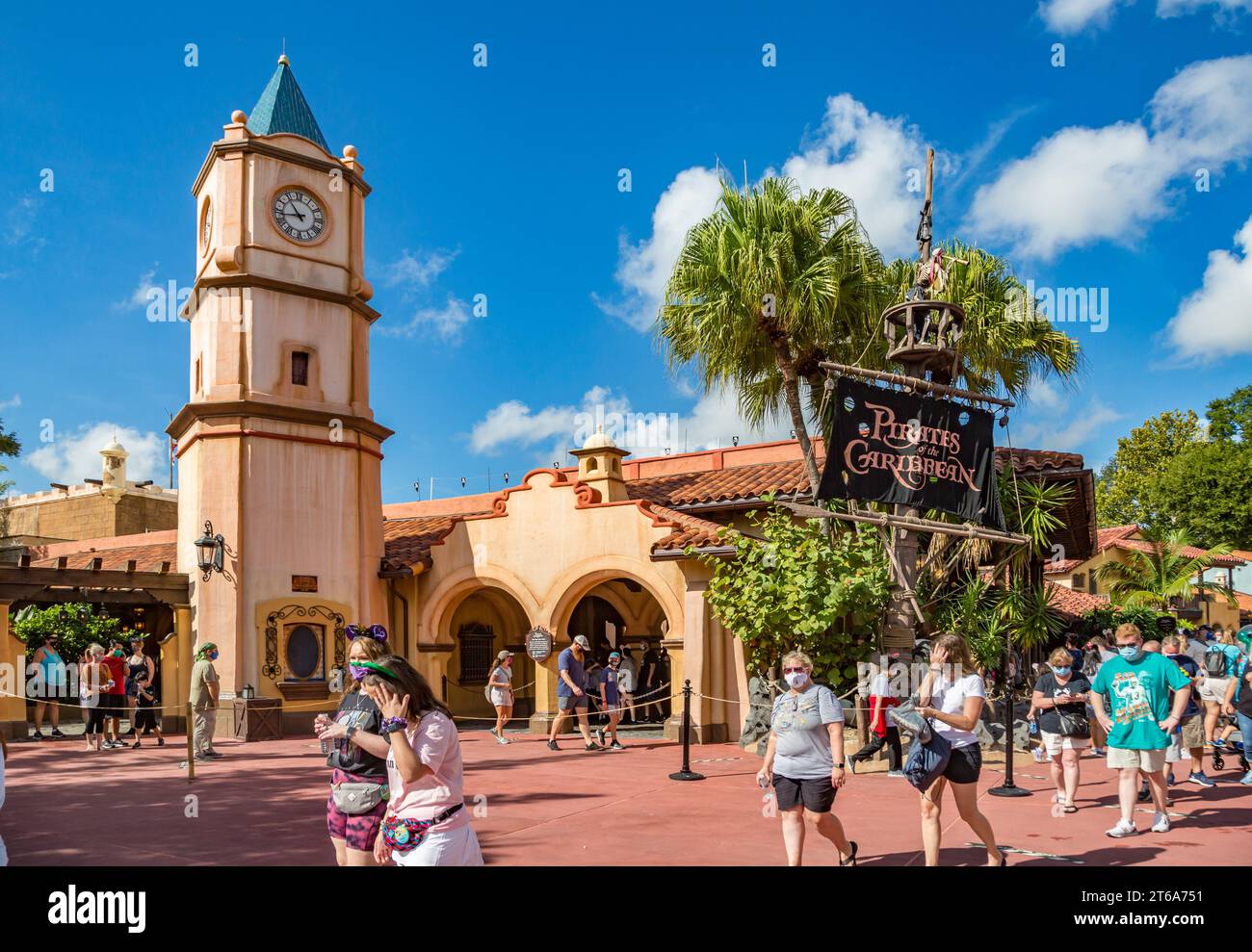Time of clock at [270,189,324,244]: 10:43
